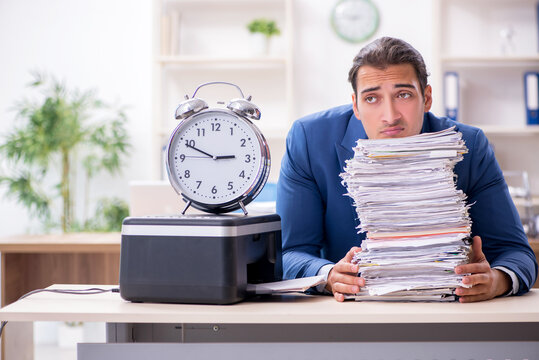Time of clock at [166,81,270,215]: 2:49
